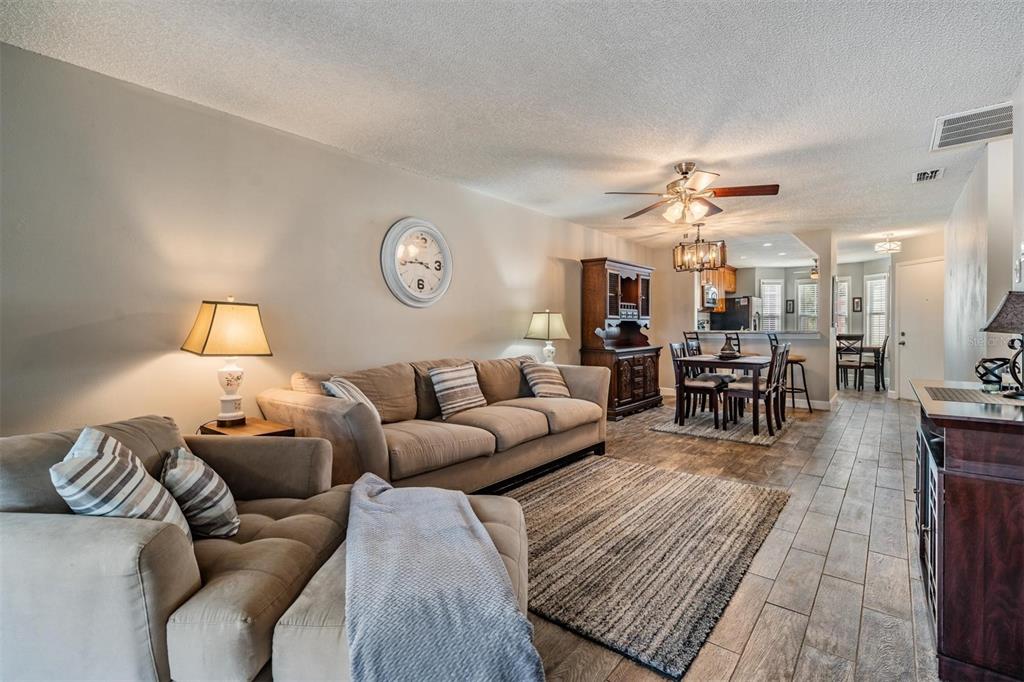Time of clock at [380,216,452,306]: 3:44
